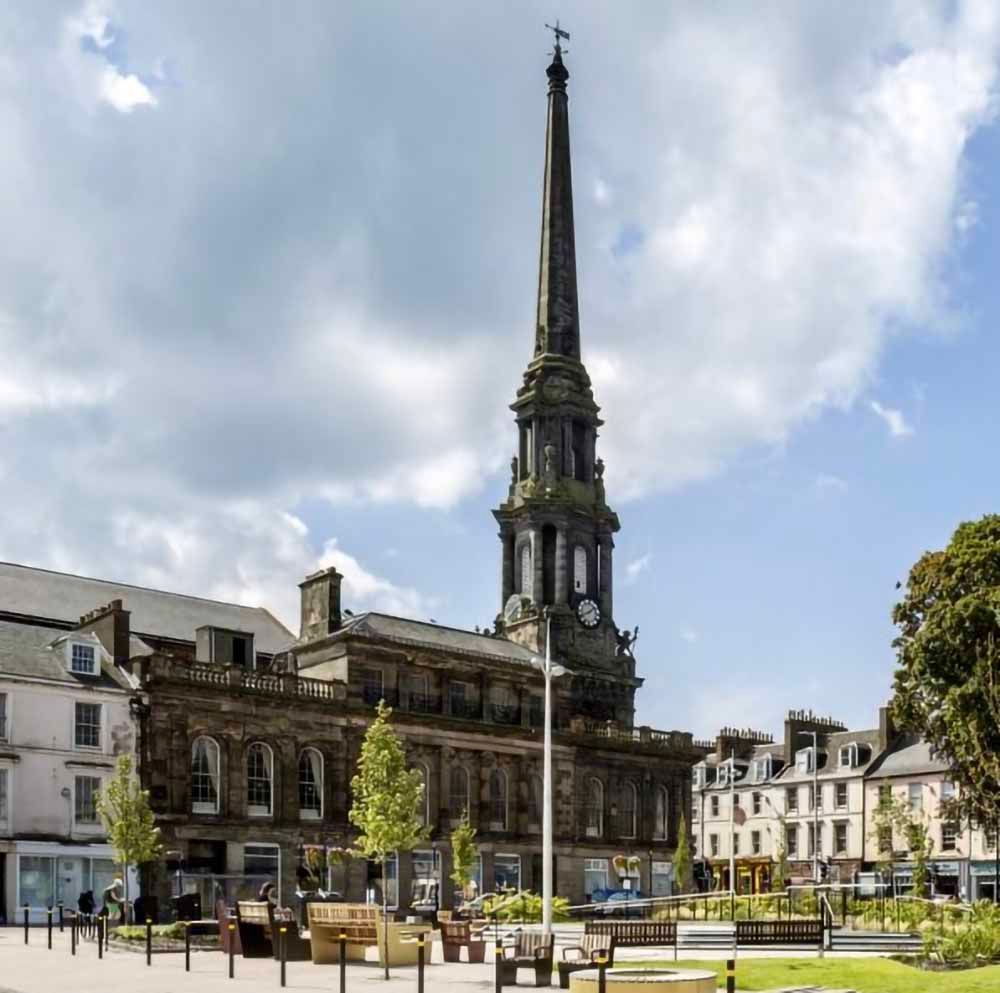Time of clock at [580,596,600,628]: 1:41
